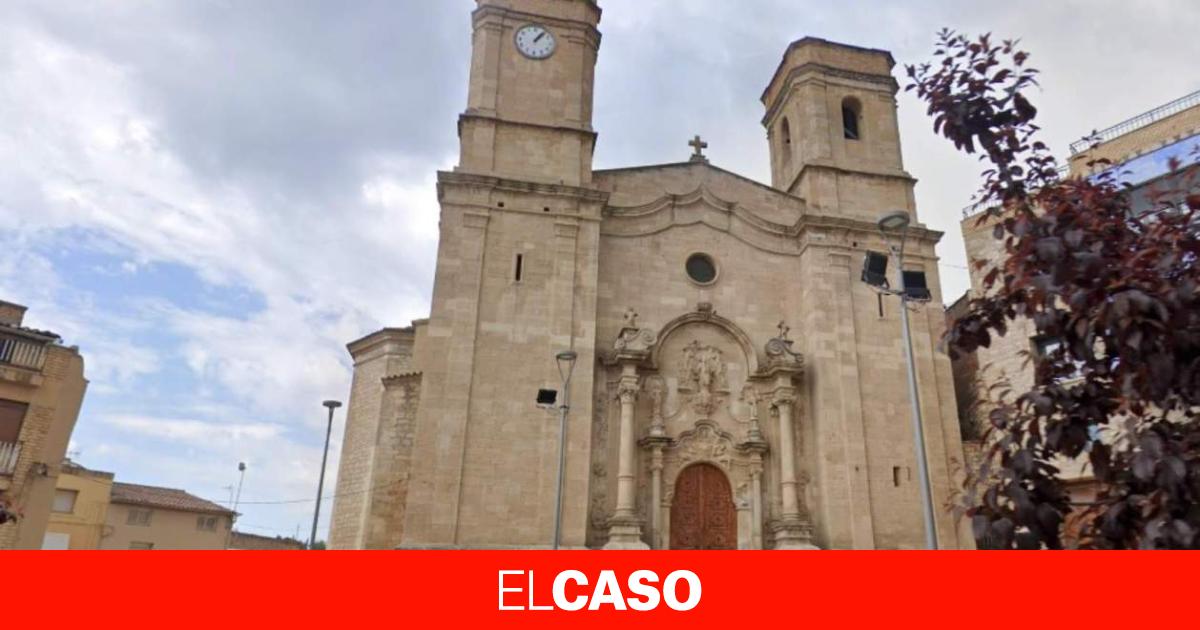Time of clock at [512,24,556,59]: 1:06
